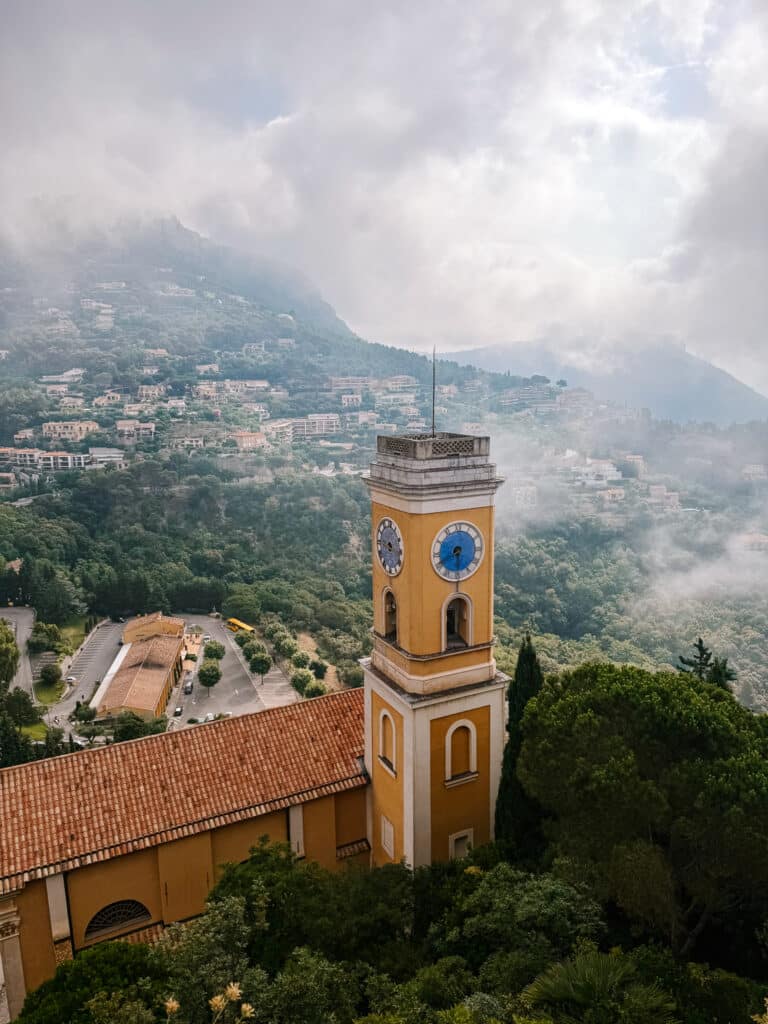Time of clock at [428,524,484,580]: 5:40
